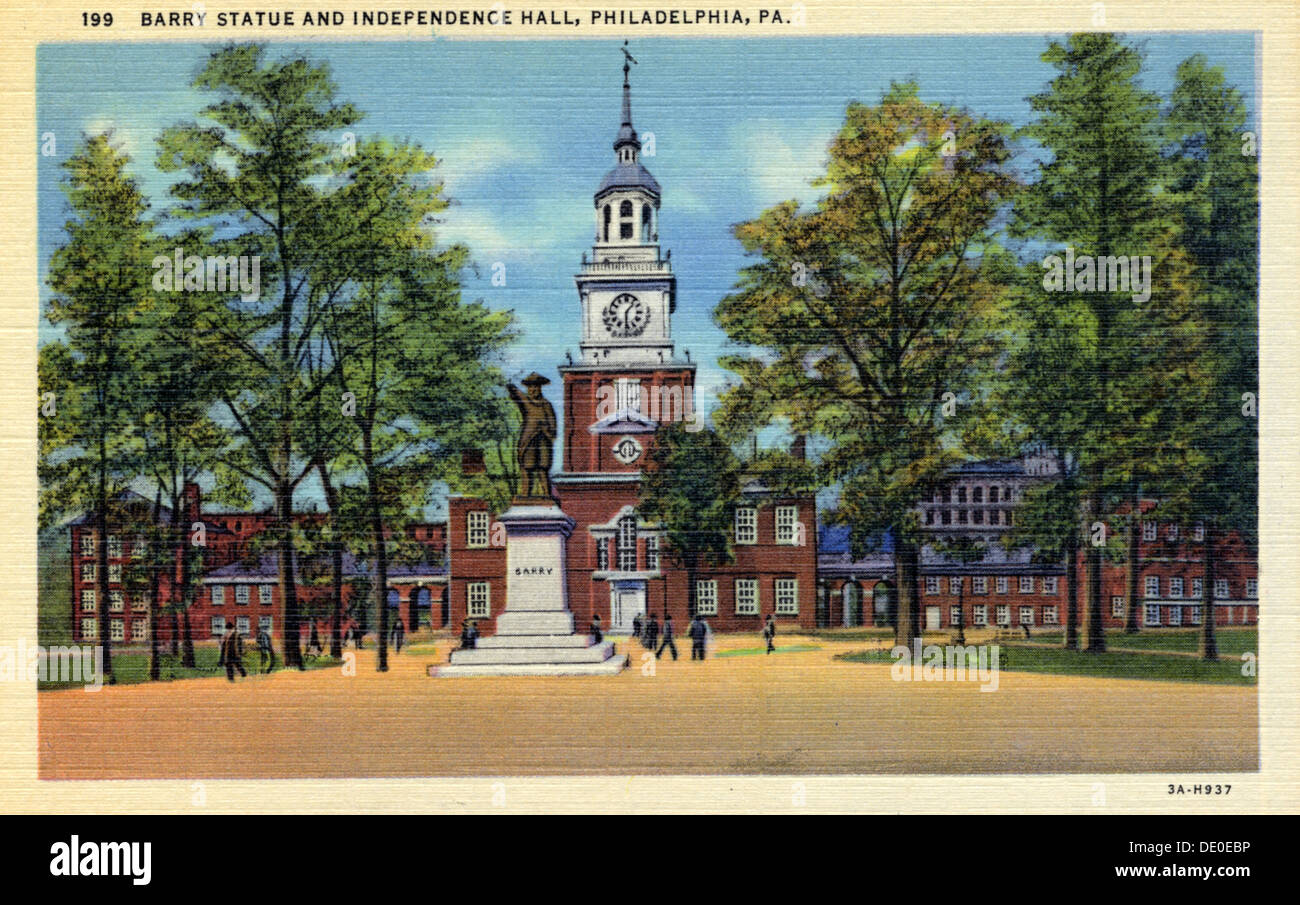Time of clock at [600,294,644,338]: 1:29
